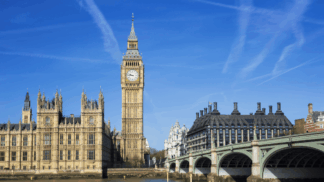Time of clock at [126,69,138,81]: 9:45
